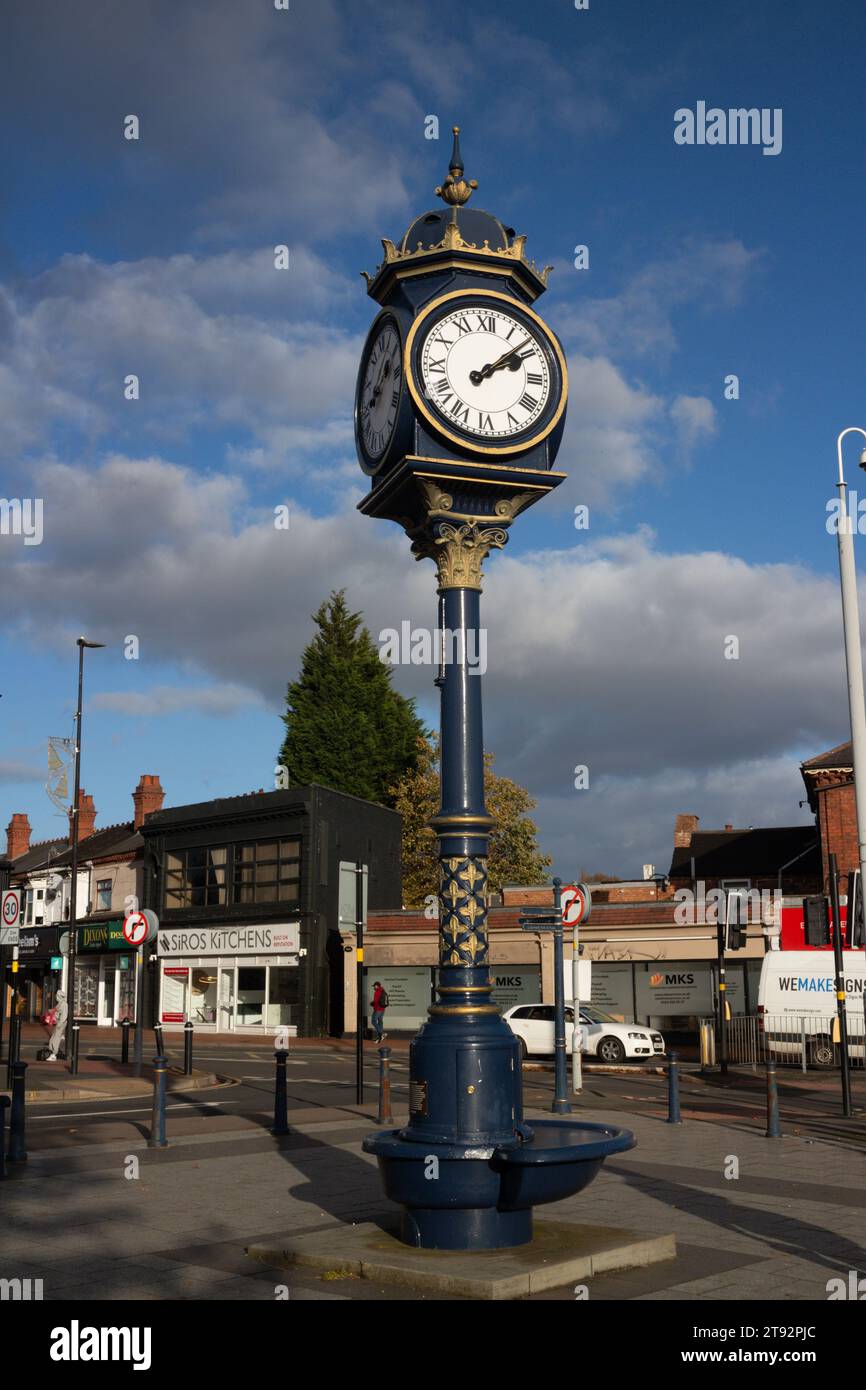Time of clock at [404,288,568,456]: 2:08
